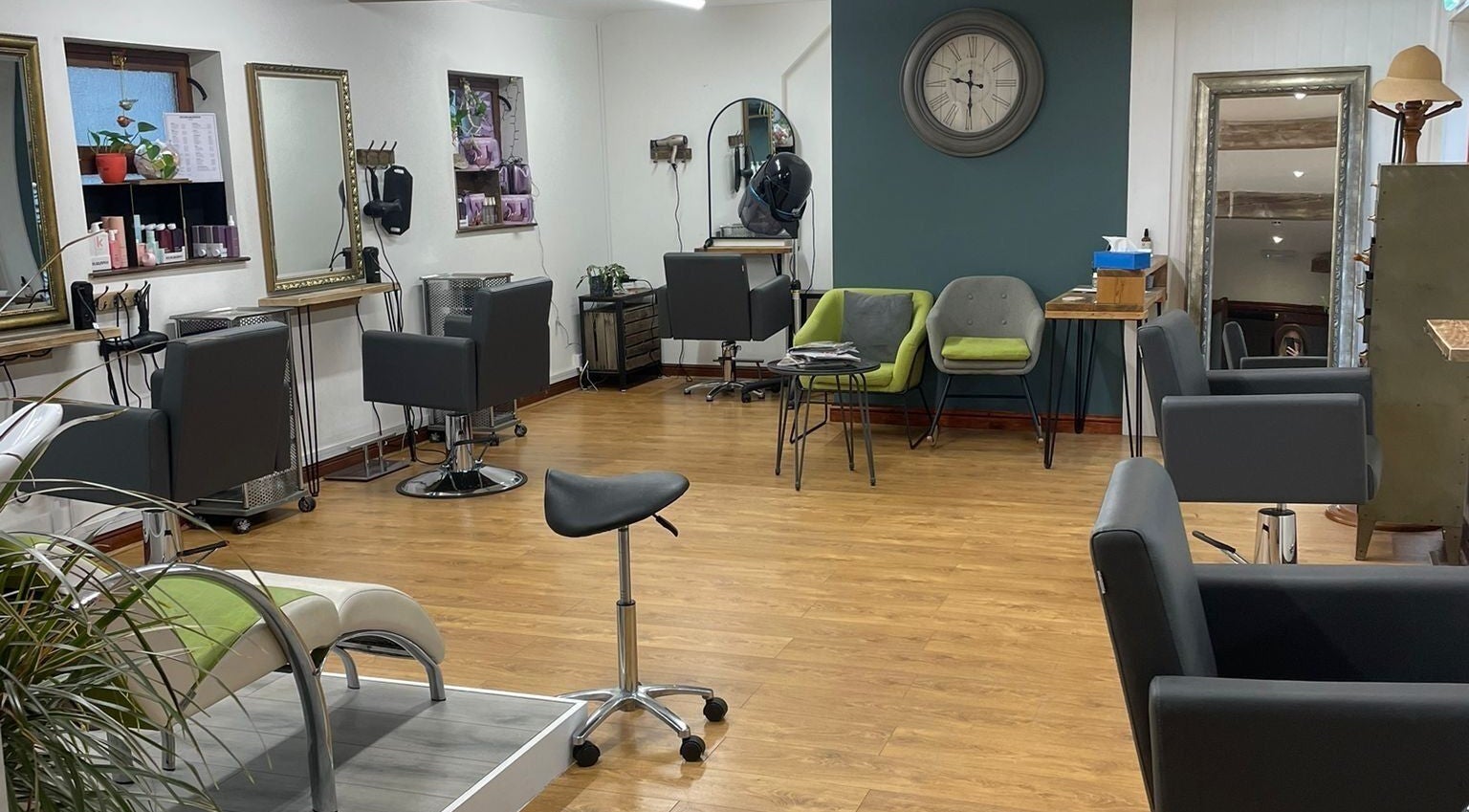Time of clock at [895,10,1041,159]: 9:29
